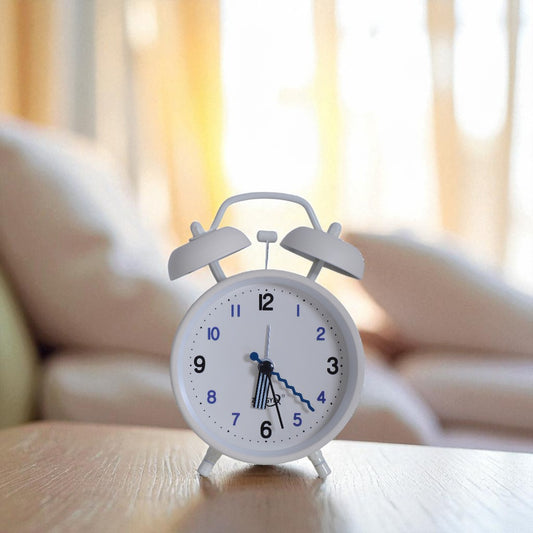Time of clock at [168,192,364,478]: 6:27
